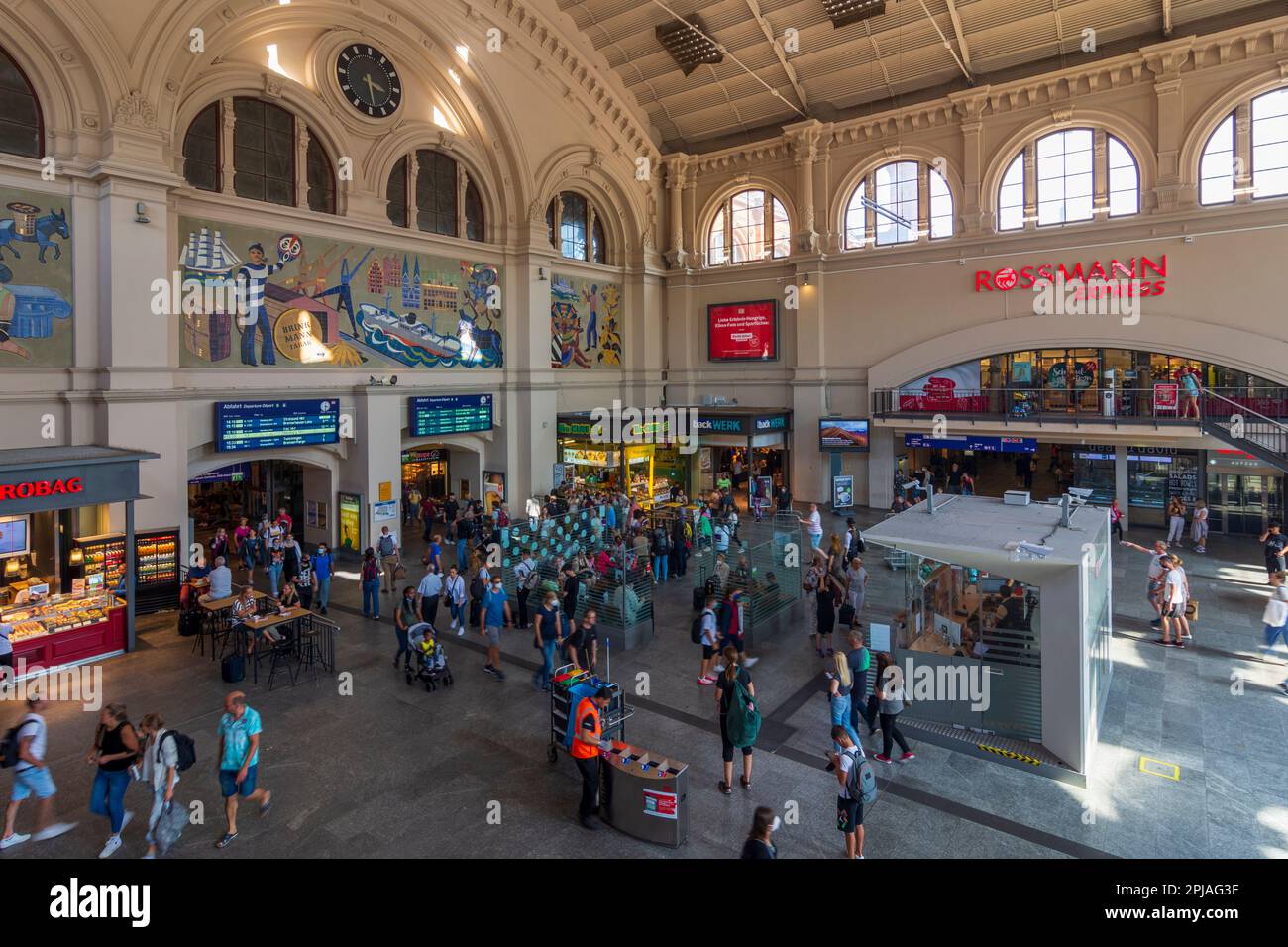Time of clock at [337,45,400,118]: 3:28
